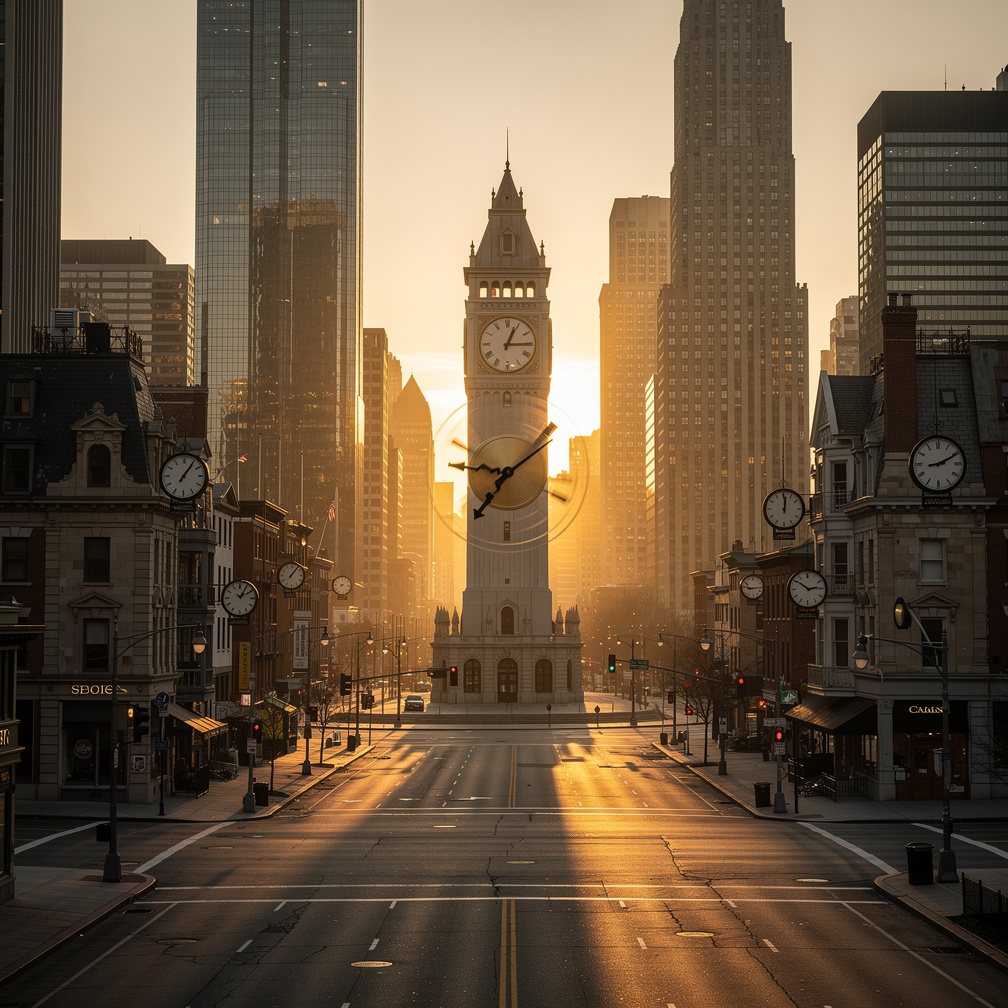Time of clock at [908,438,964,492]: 2:10
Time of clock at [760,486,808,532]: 12:00
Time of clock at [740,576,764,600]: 9:14
